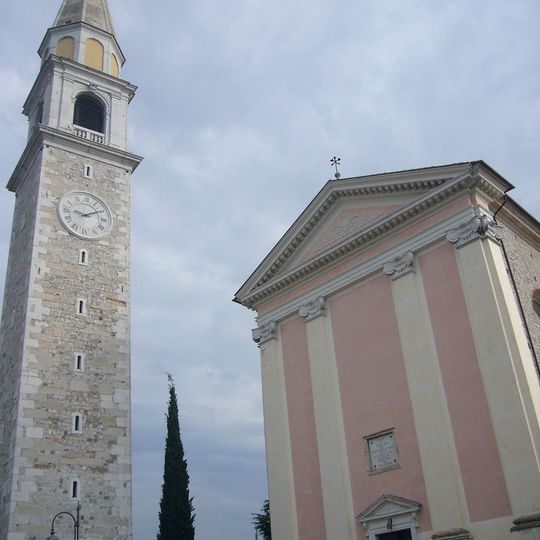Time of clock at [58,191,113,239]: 9:10
